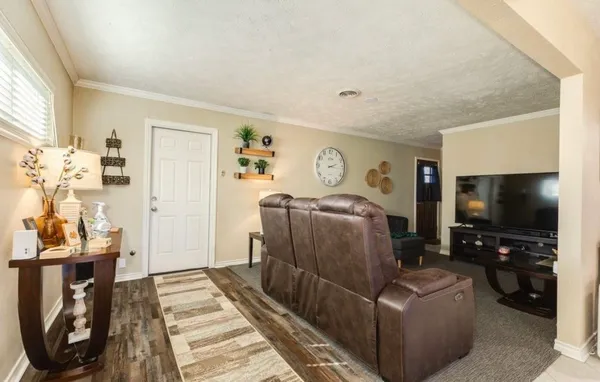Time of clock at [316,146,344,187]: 2:16
